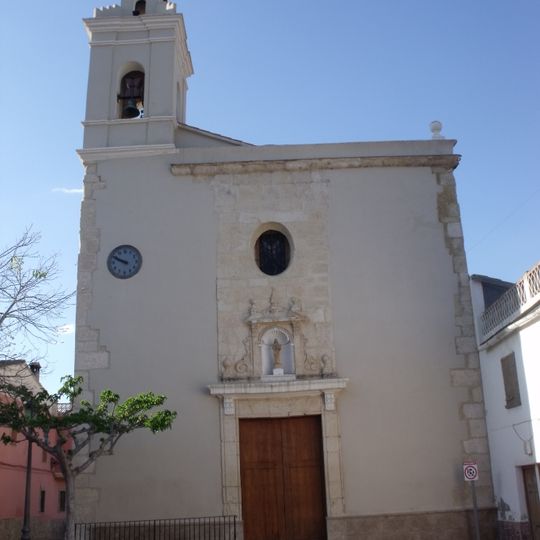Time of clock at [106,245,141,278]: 9:49
